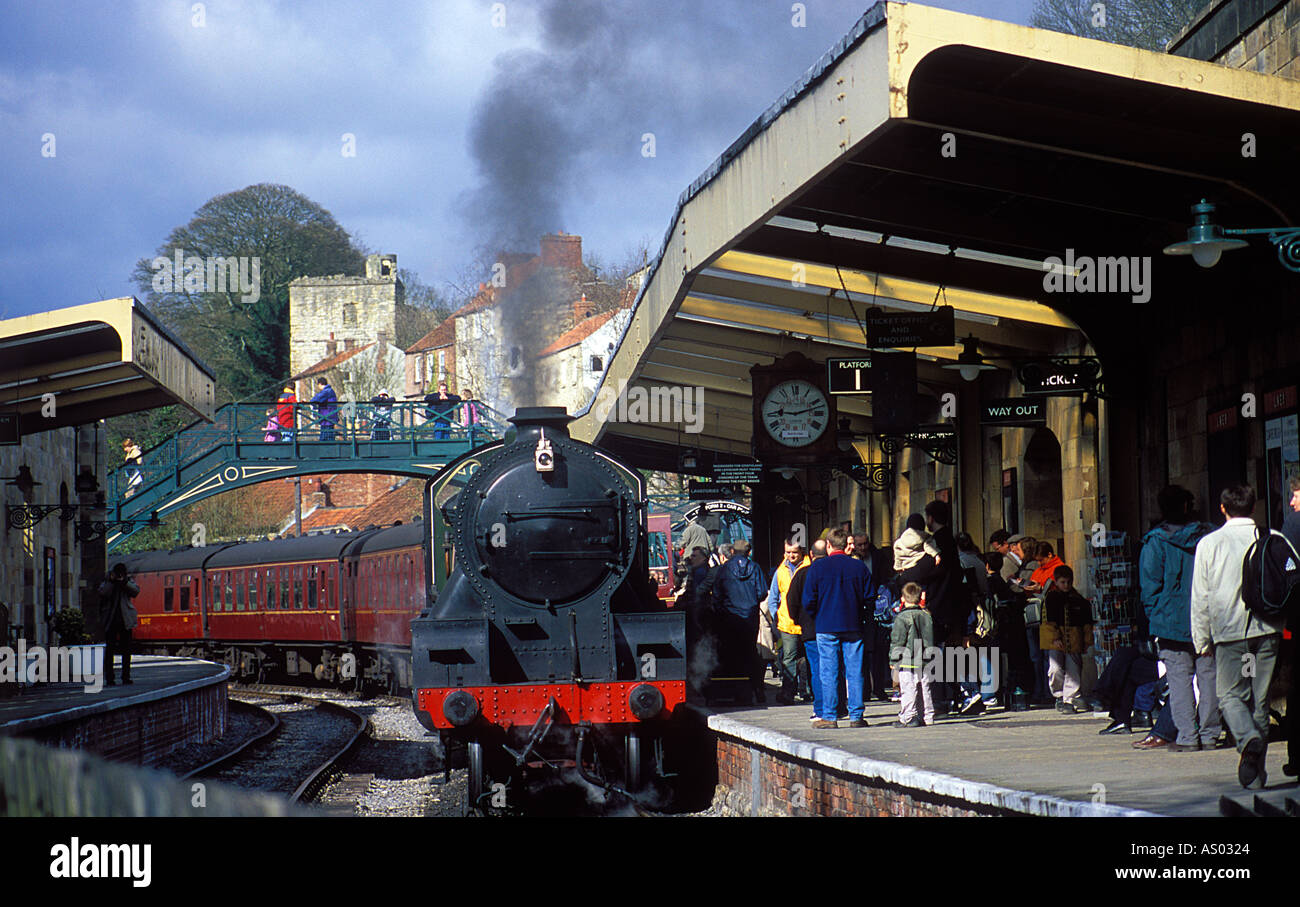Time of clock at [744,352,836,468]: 9:12
